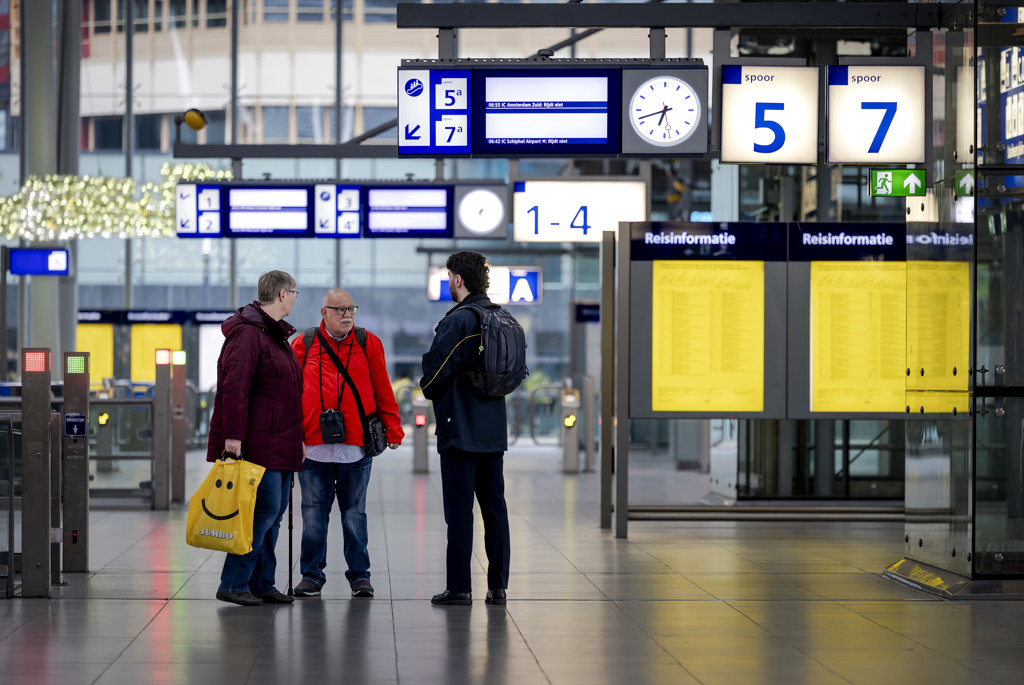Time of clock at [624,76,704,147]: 6:41
